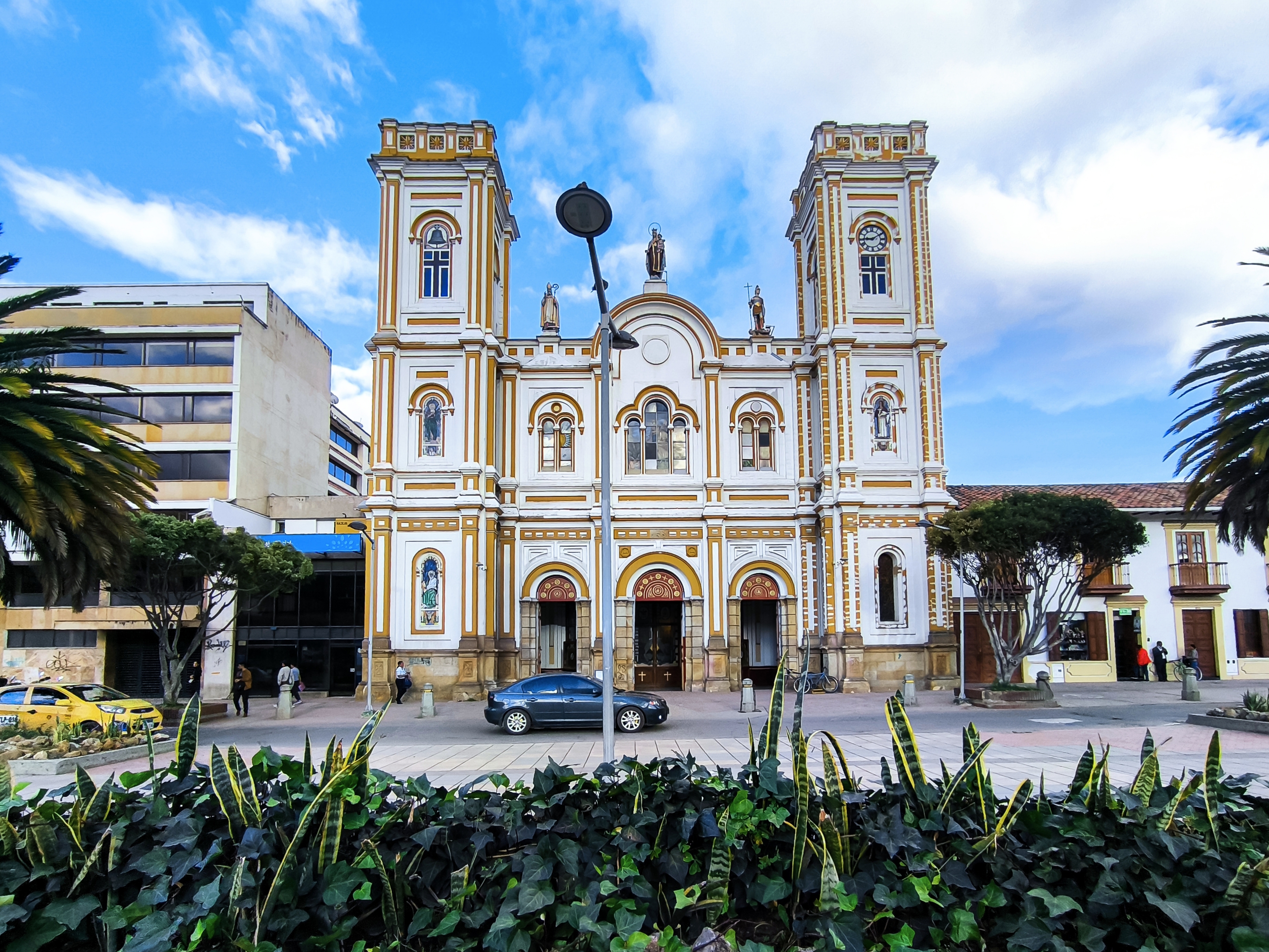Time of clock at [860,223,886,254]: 9:10
